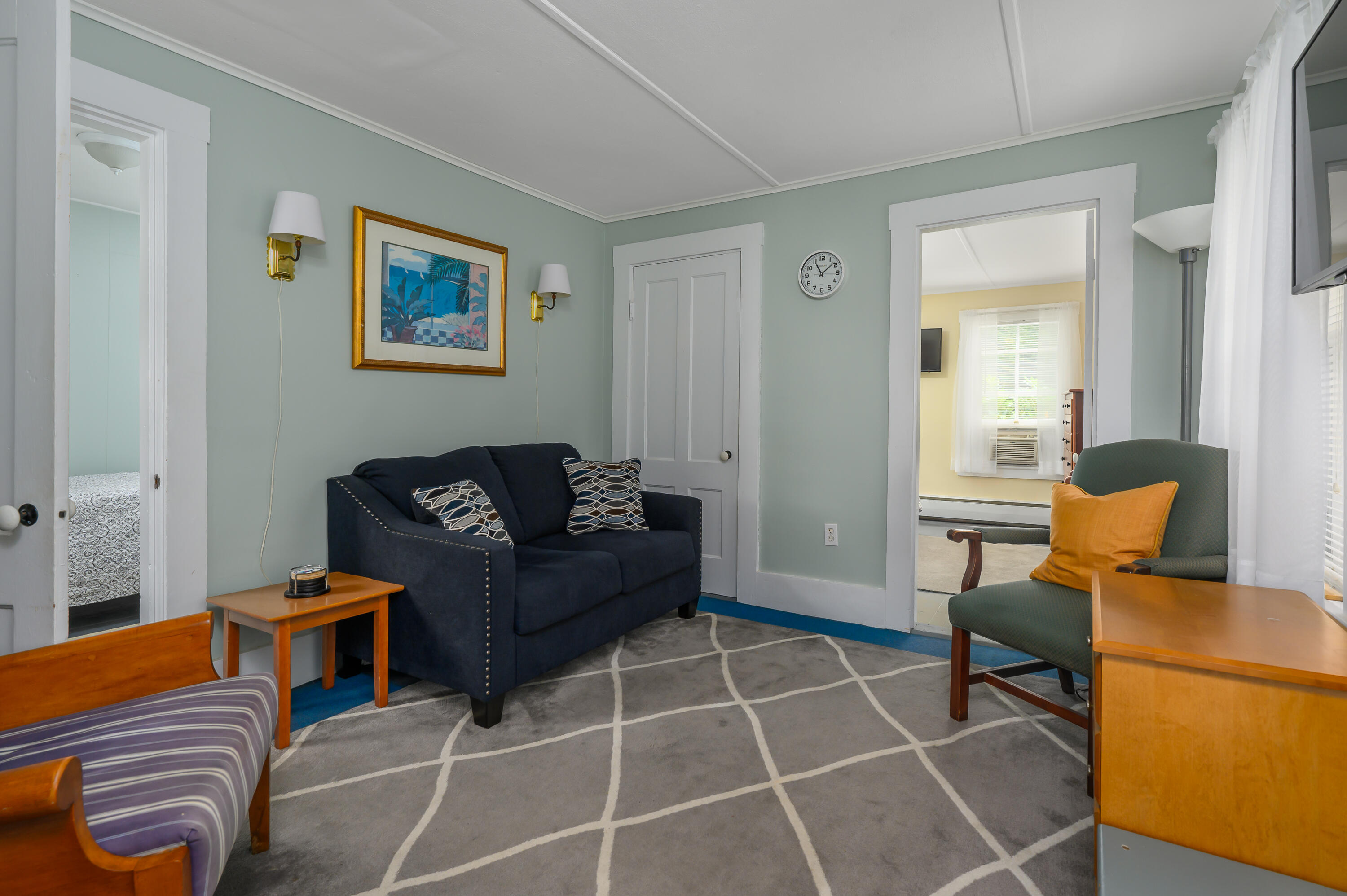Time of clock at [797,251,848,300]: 11:08
